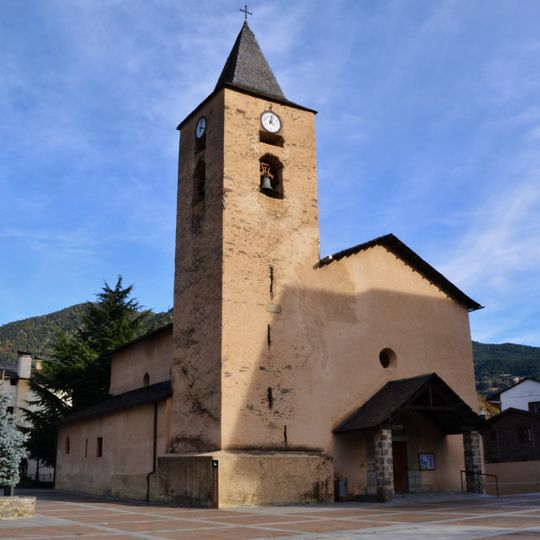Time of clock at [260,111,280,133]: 4:02
